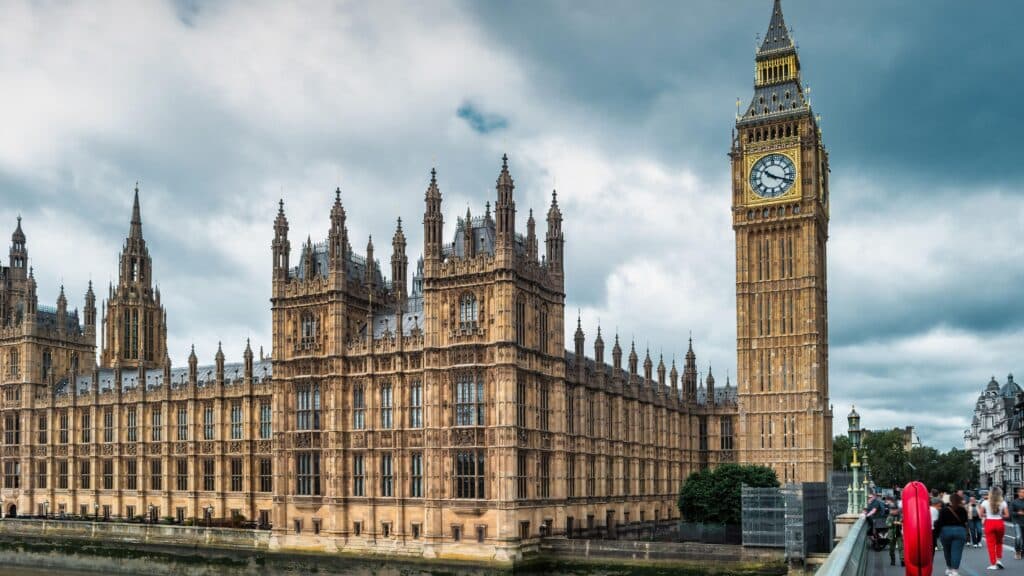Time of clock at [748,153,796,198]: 10:18
